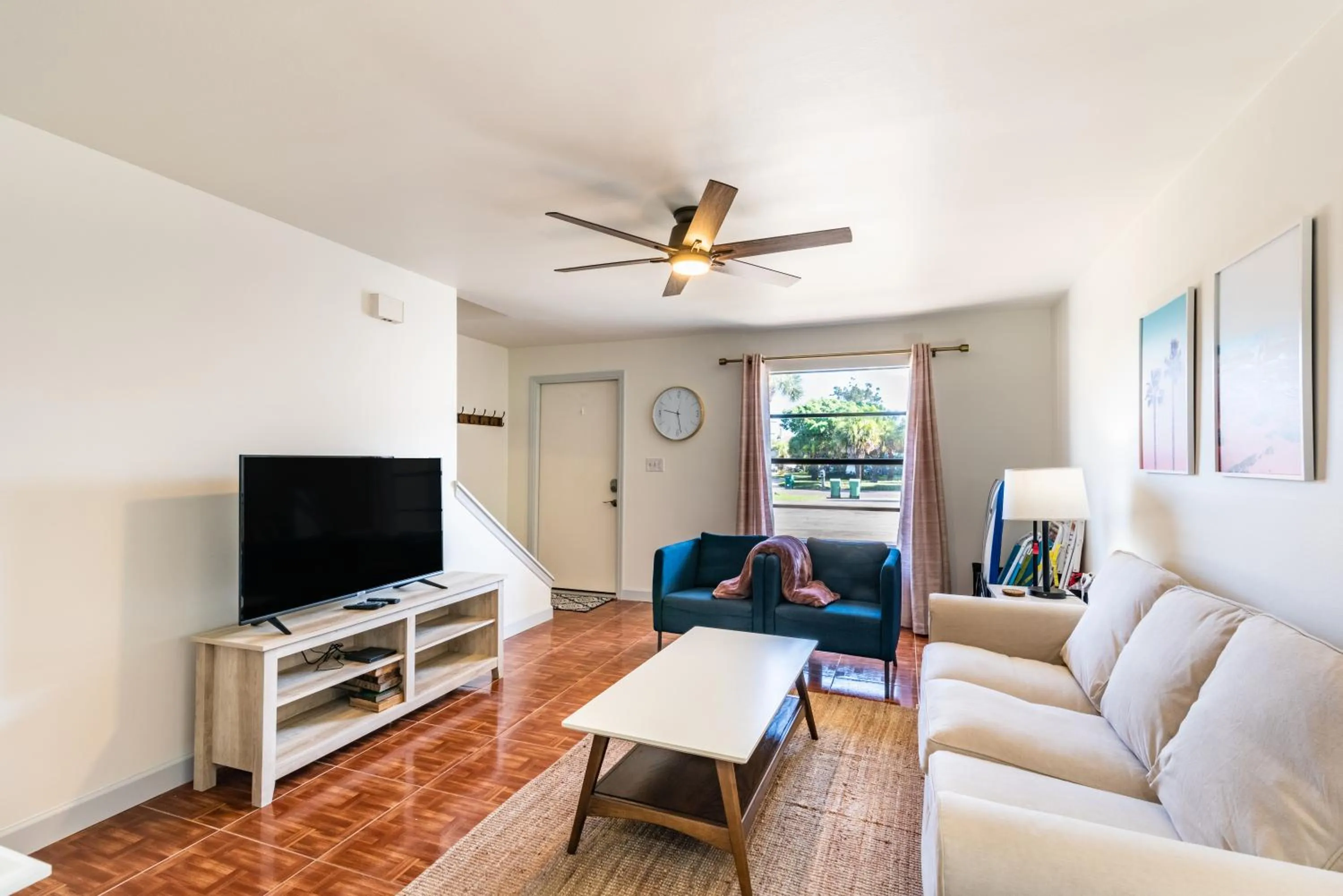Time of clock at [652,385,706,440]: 9:28
